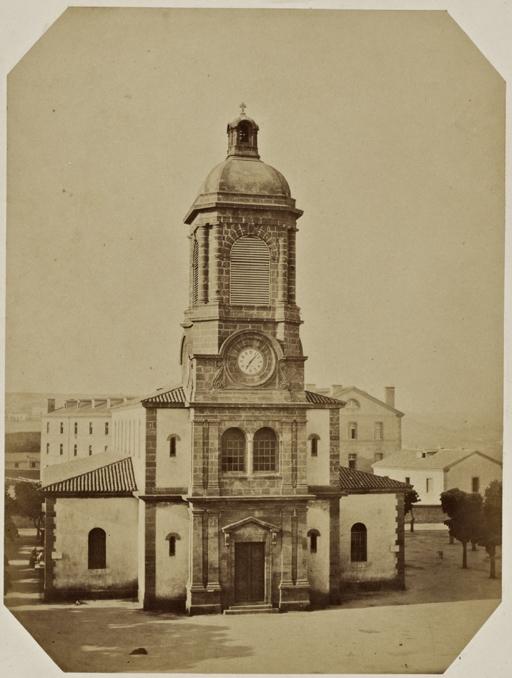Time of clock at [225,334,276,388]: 7:07
